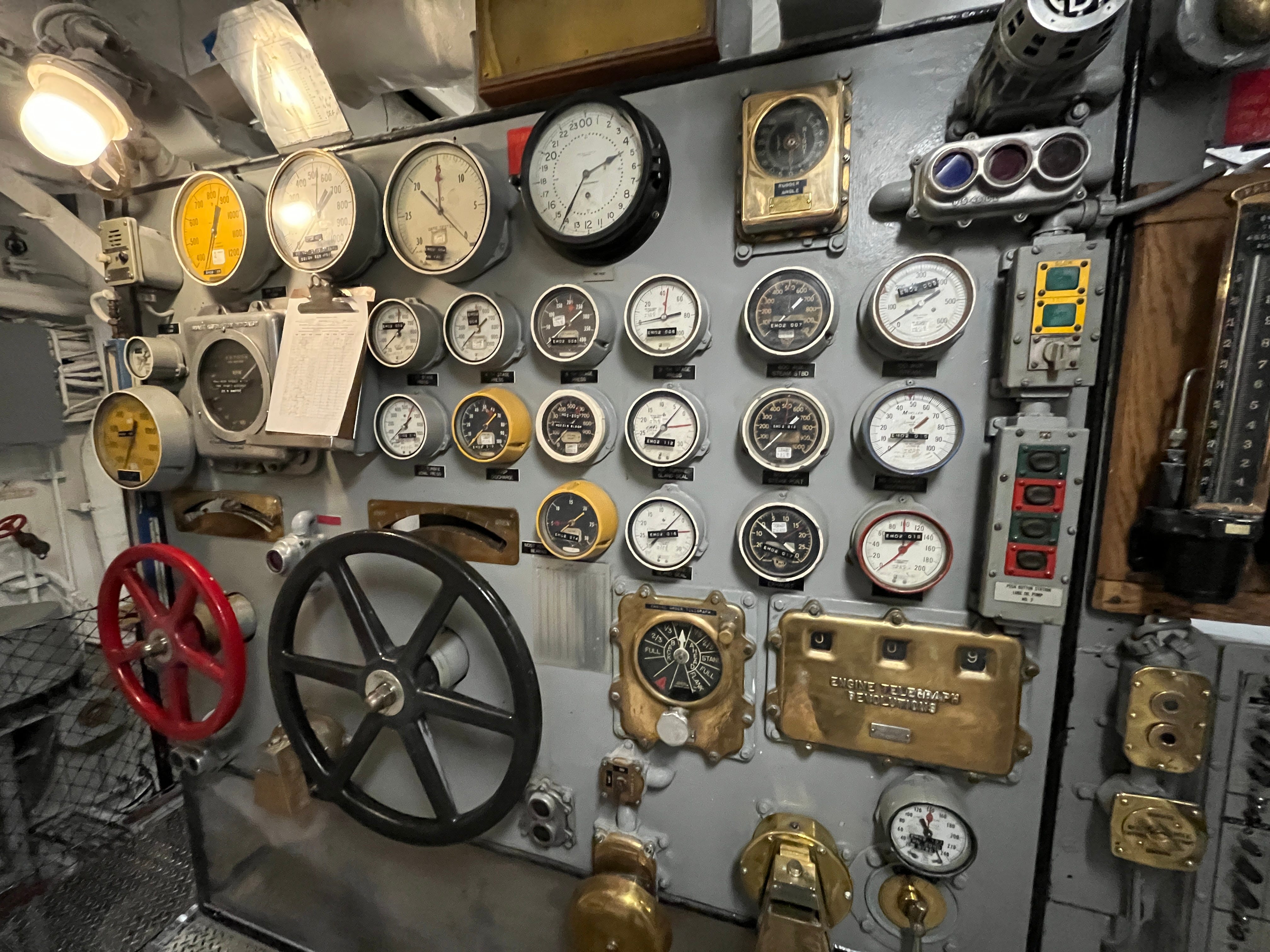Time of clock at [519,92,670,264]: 2:35
